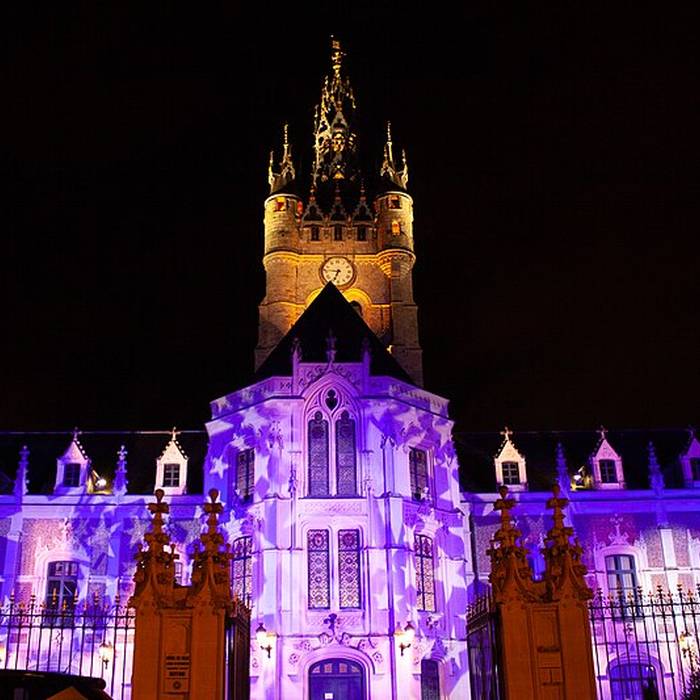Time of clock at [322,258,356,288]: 6:46
